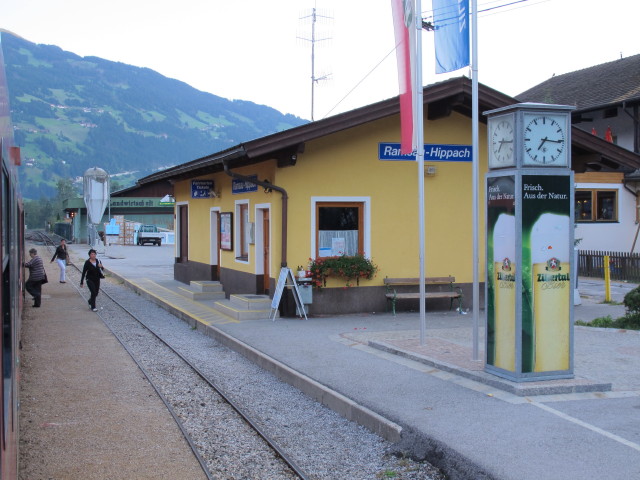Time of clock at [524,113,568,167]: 7:15
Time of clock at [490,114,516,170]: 7:15
